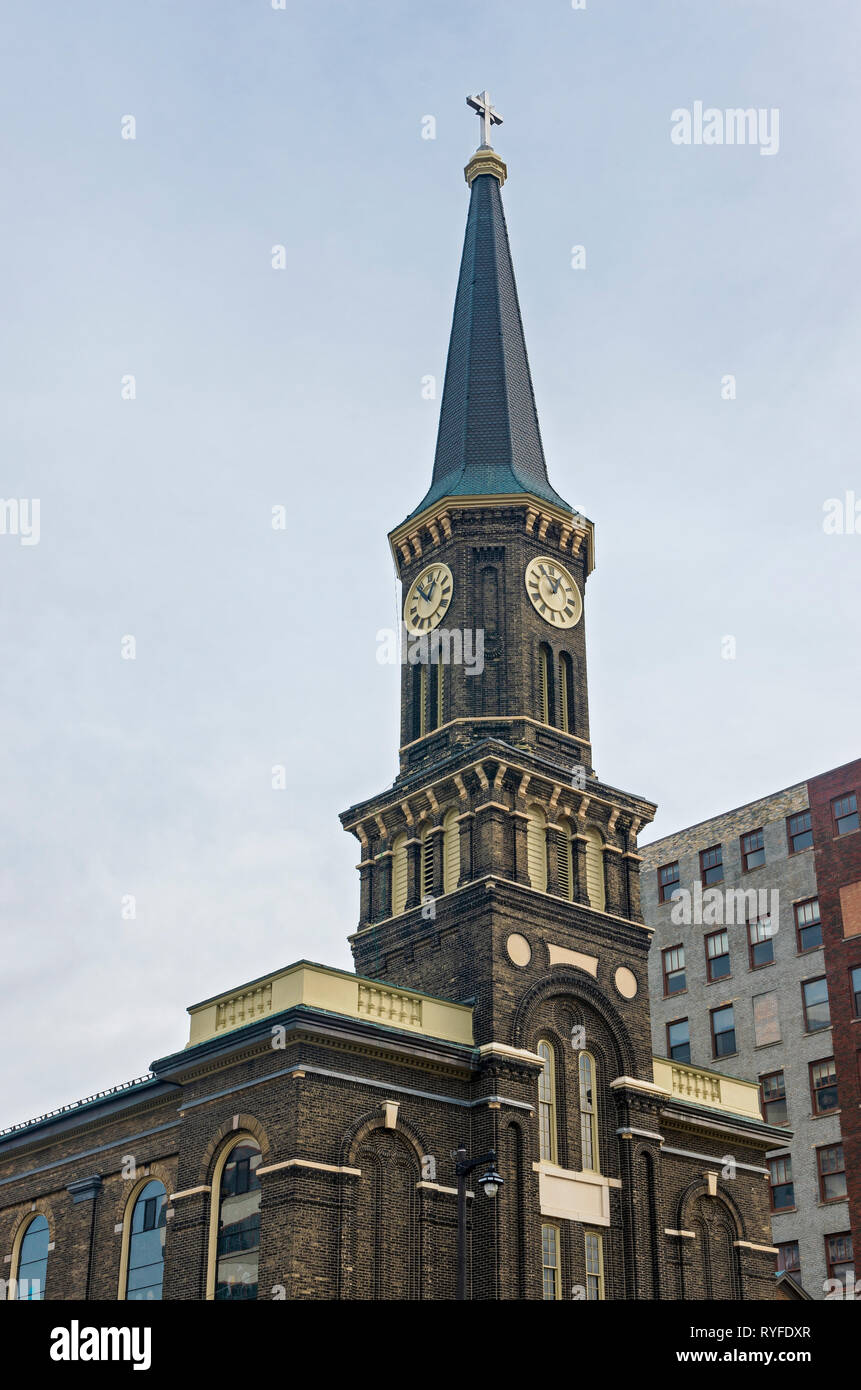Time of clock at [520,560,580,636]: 12:54
